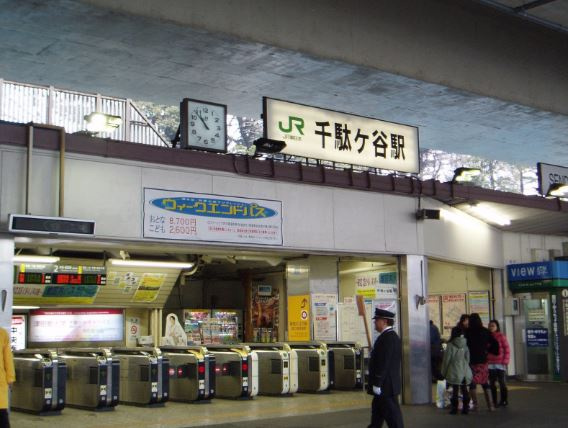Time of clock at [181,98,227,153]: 10:52
